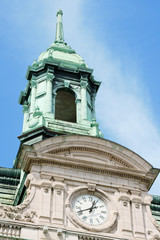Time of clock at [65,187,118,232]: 12:41
